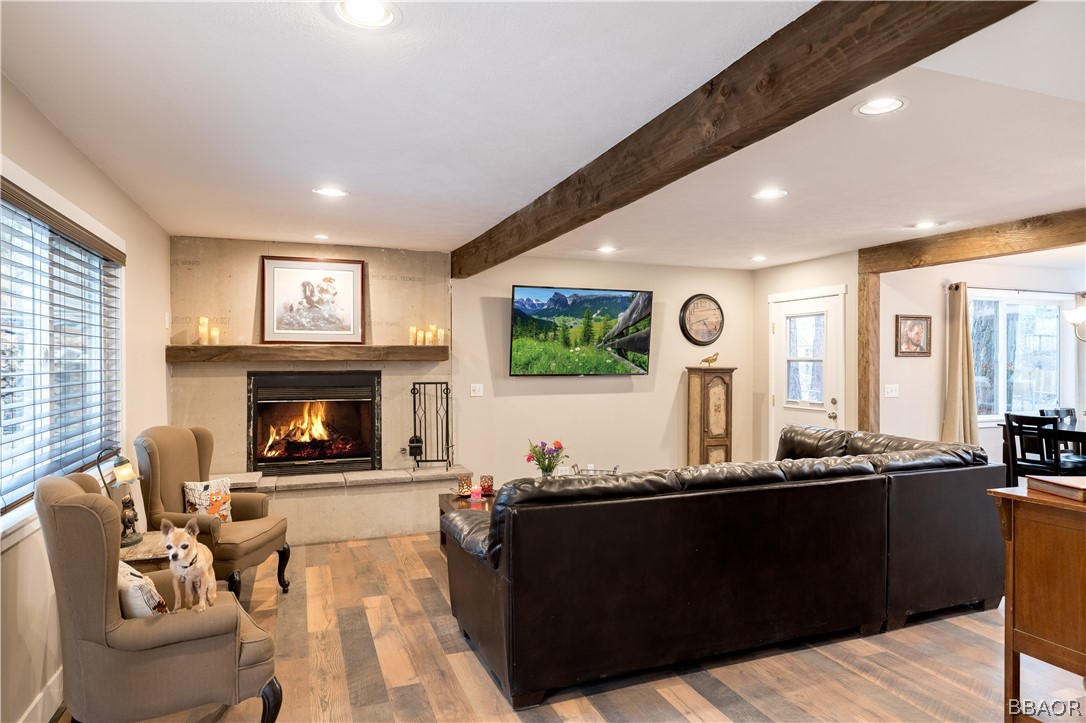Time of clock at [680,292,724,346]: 4:42
